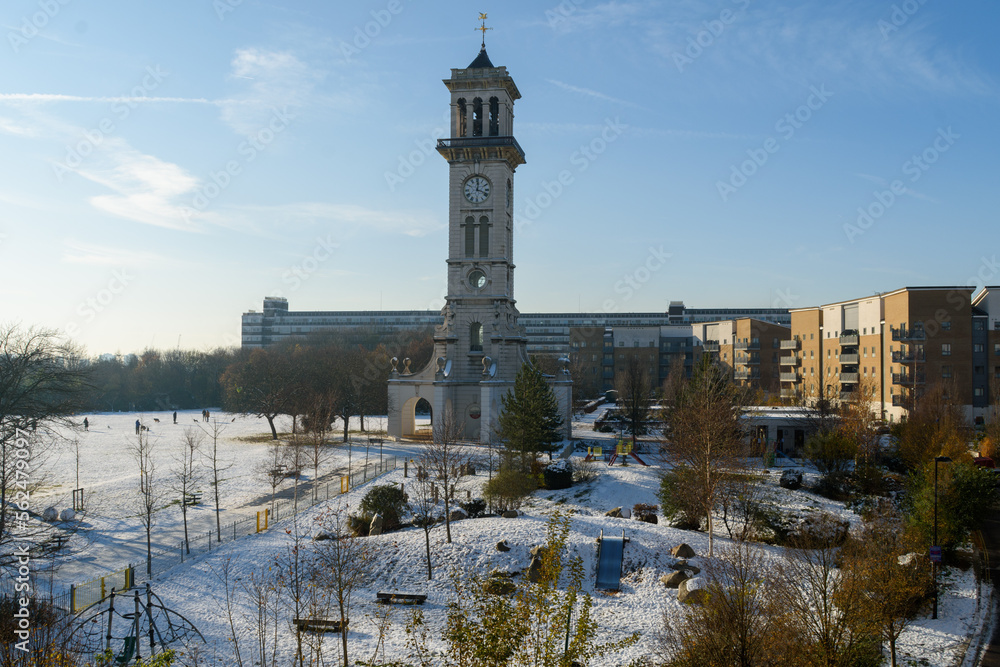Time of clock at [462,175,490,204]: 12:18
